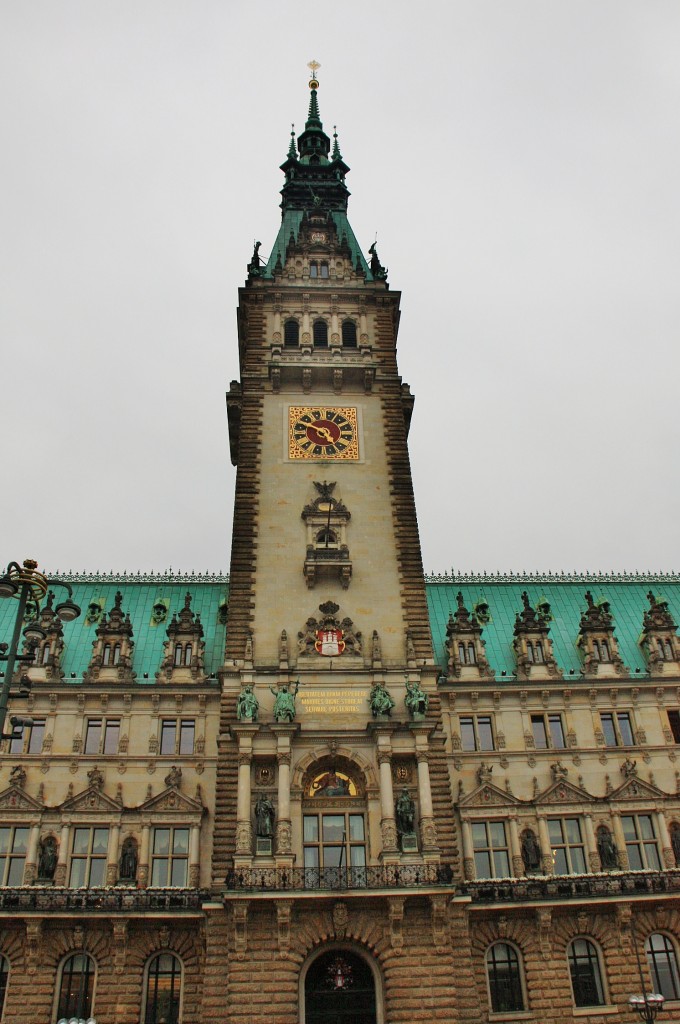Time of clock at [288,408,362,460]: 4:48
